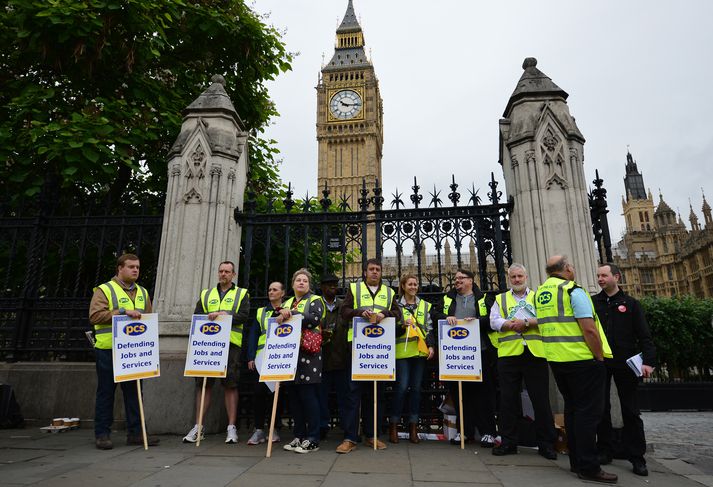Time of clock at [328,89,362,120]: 10:15
